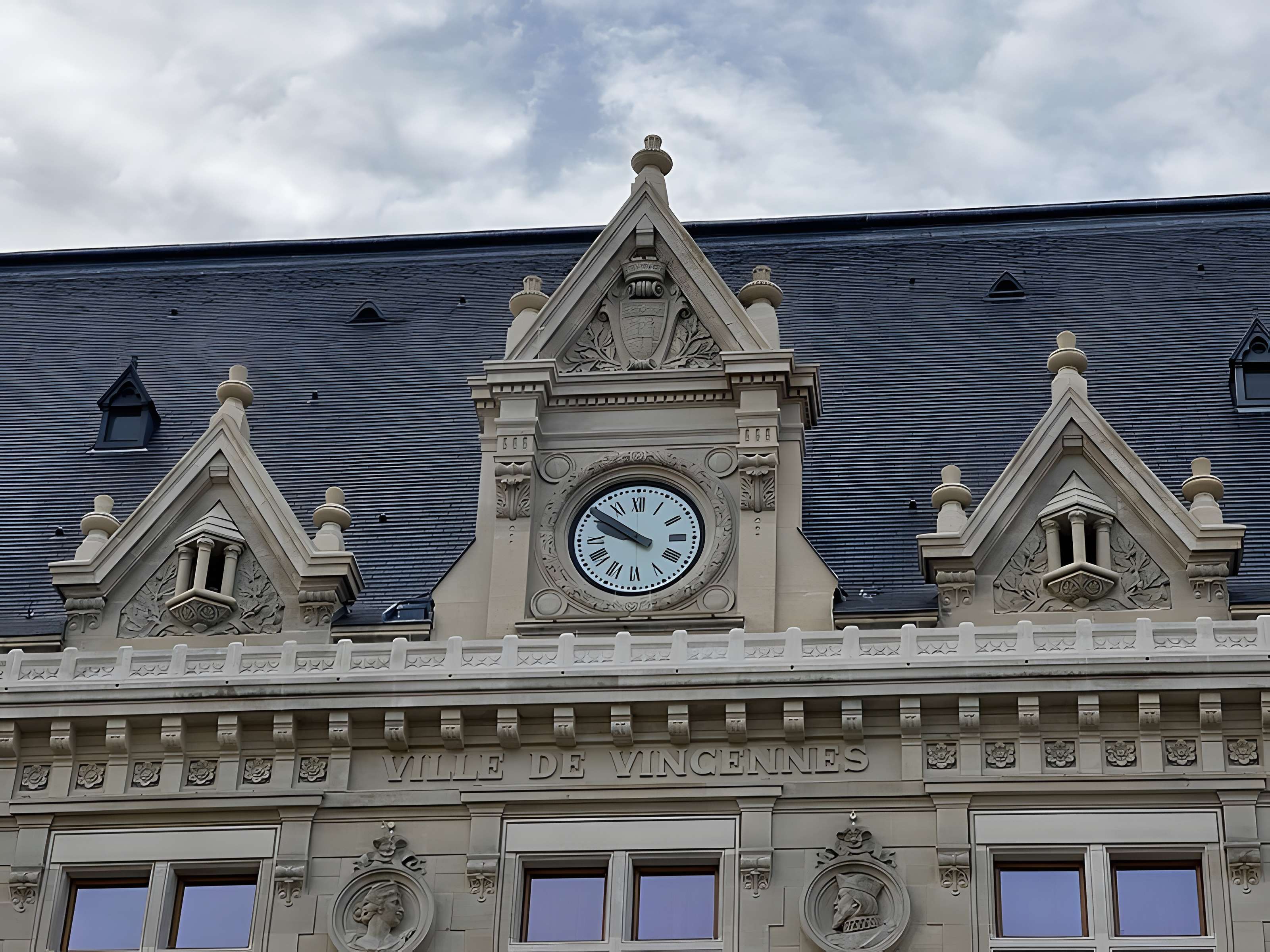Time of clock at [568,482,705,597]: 9:50
